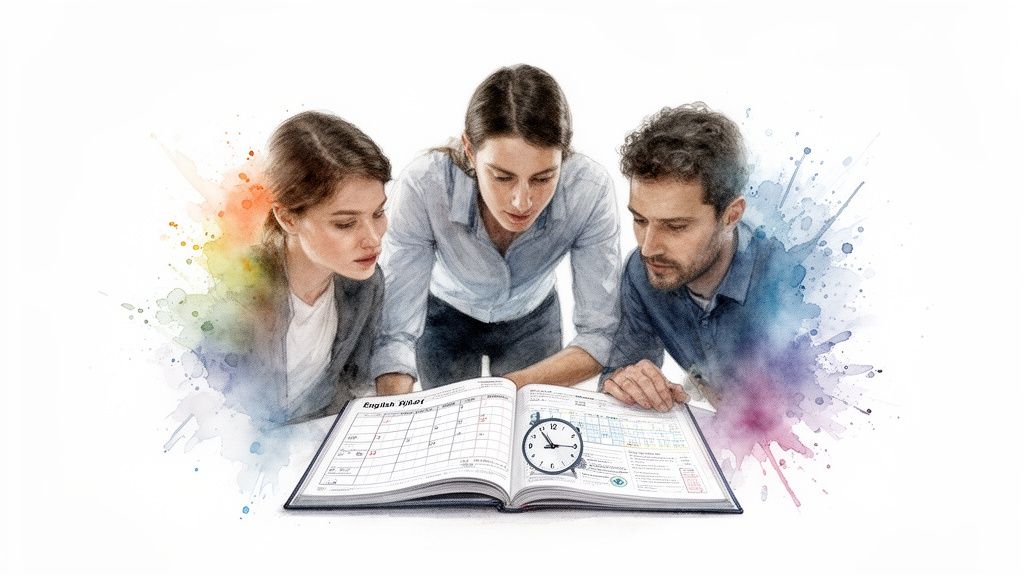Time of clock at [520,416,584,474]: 2:54
